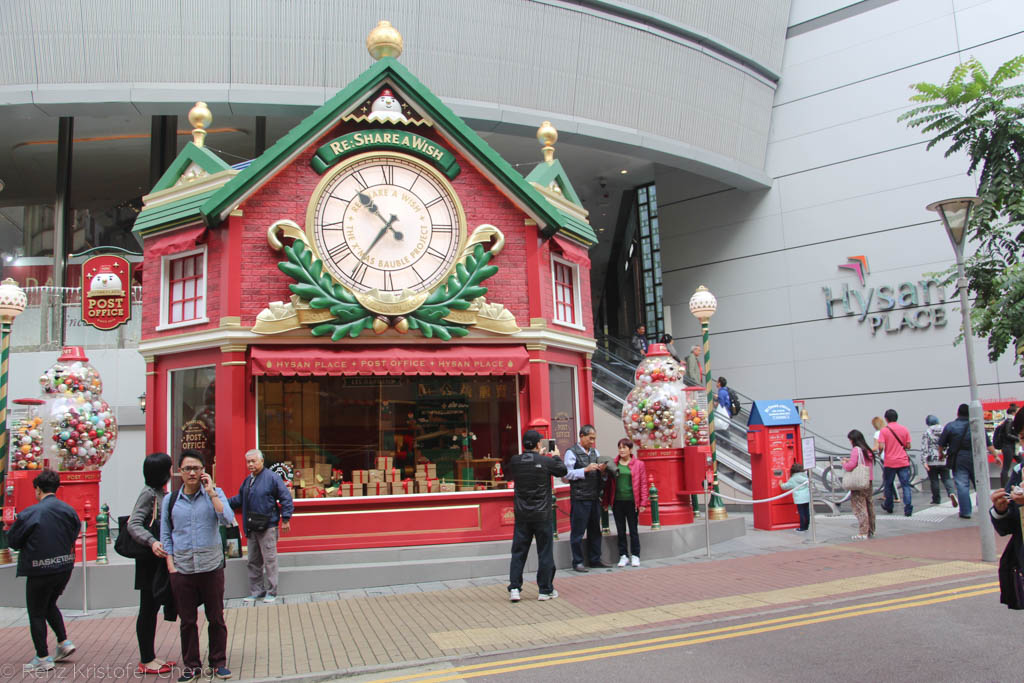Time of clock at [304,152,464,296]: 10:36
